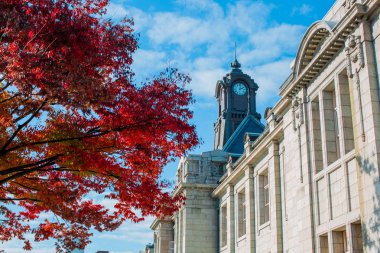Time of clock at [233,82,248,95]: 2:01
